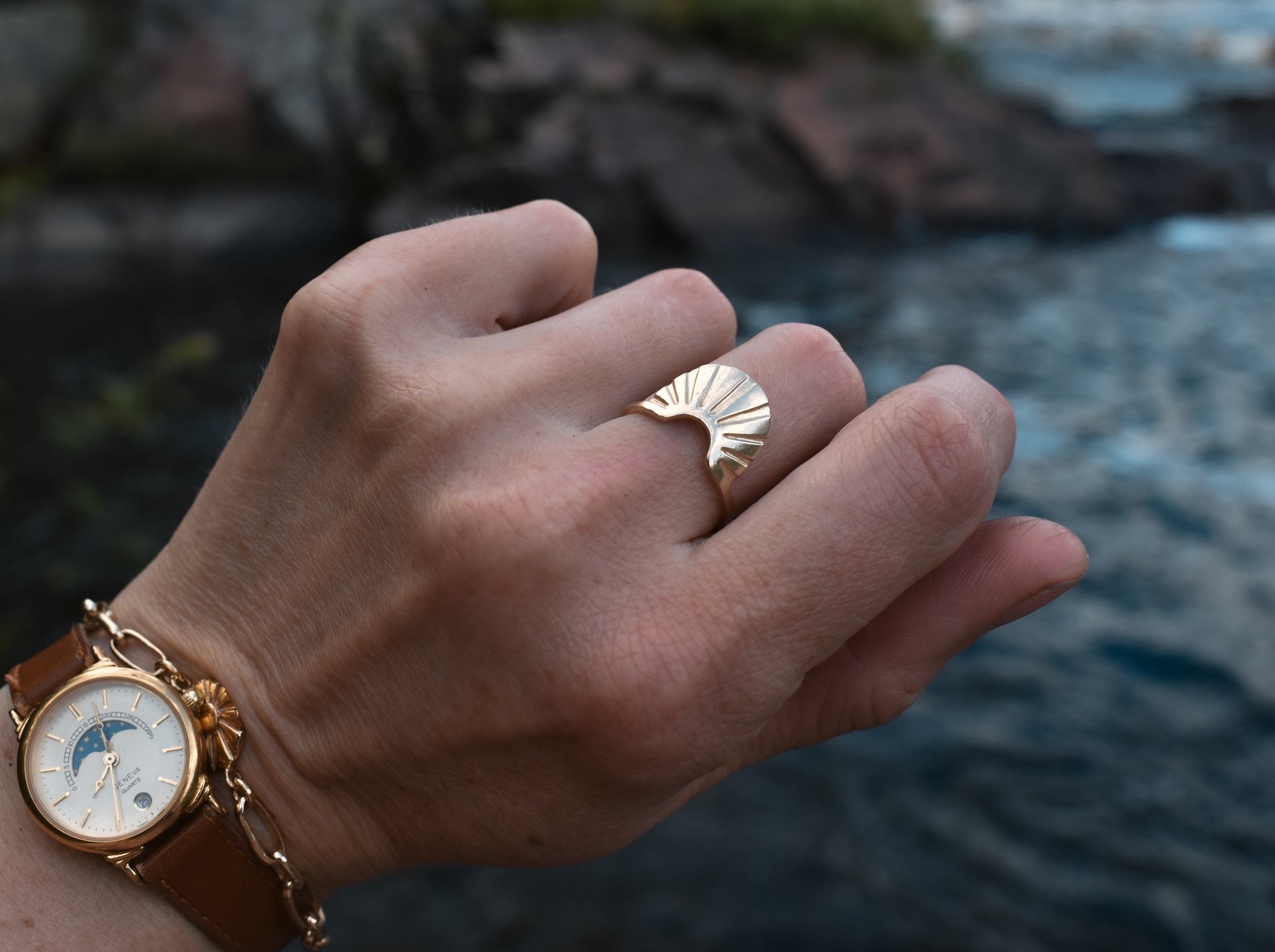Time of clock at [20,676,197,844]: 11:35
